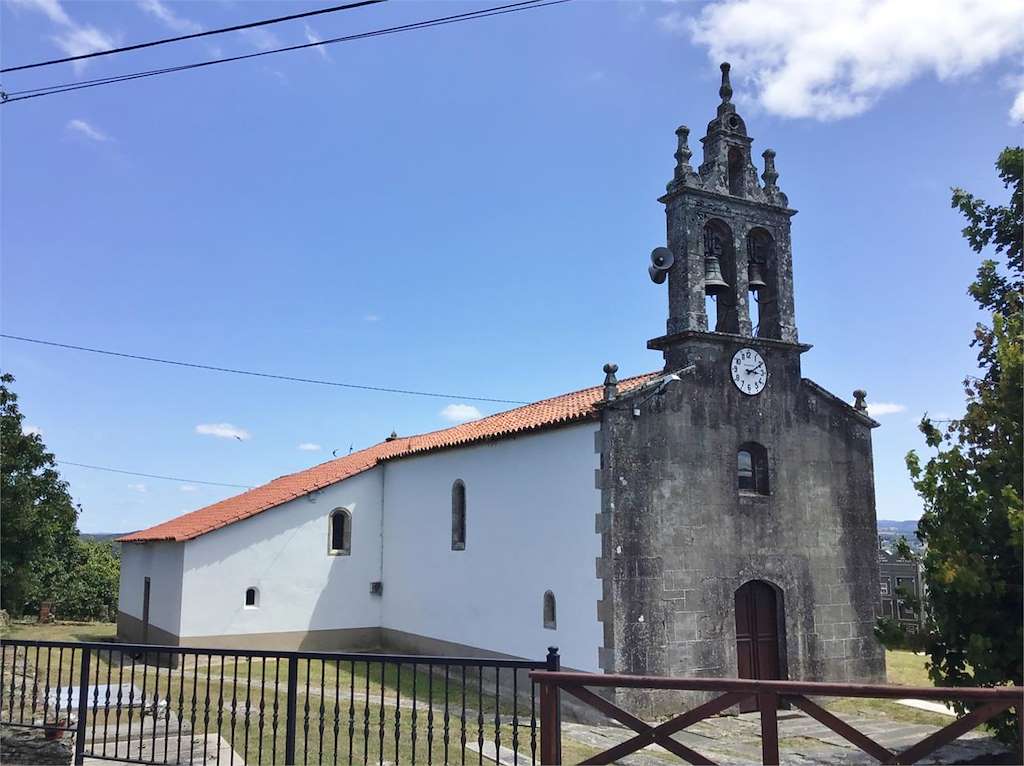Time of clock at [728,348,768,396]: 3:10
